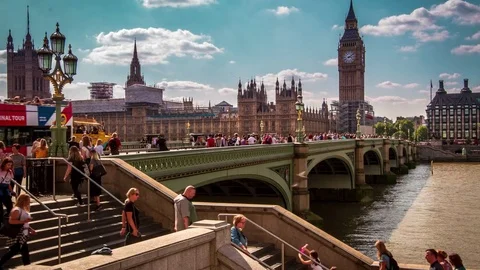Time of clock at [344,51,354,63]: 3:09
